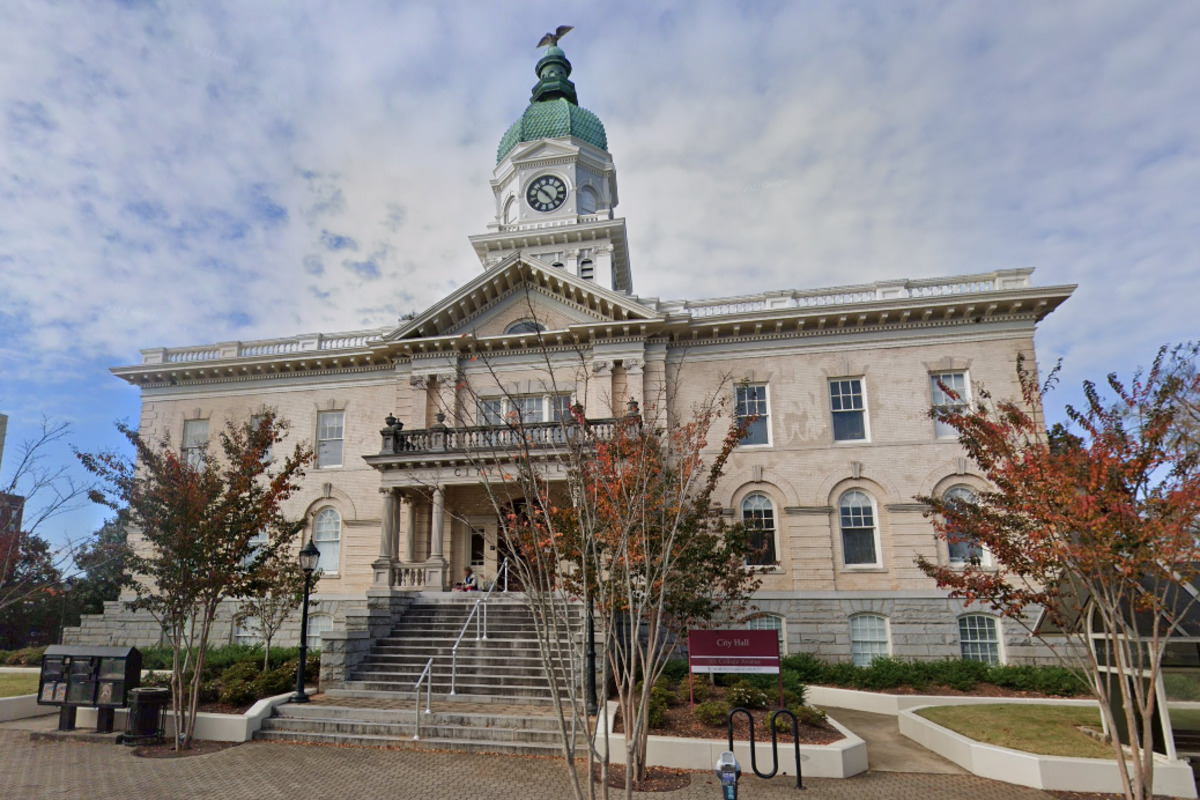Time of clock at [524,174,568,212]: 10:24
